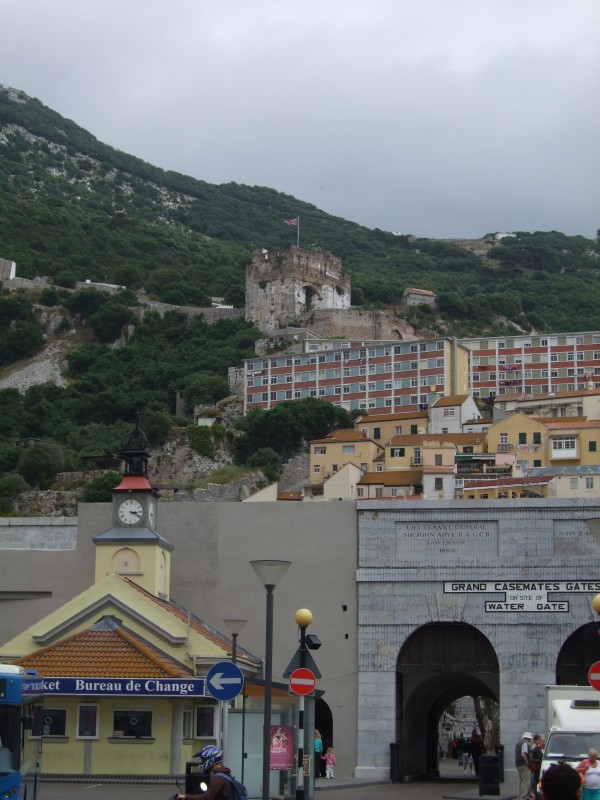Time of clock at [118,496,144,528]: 3:19
